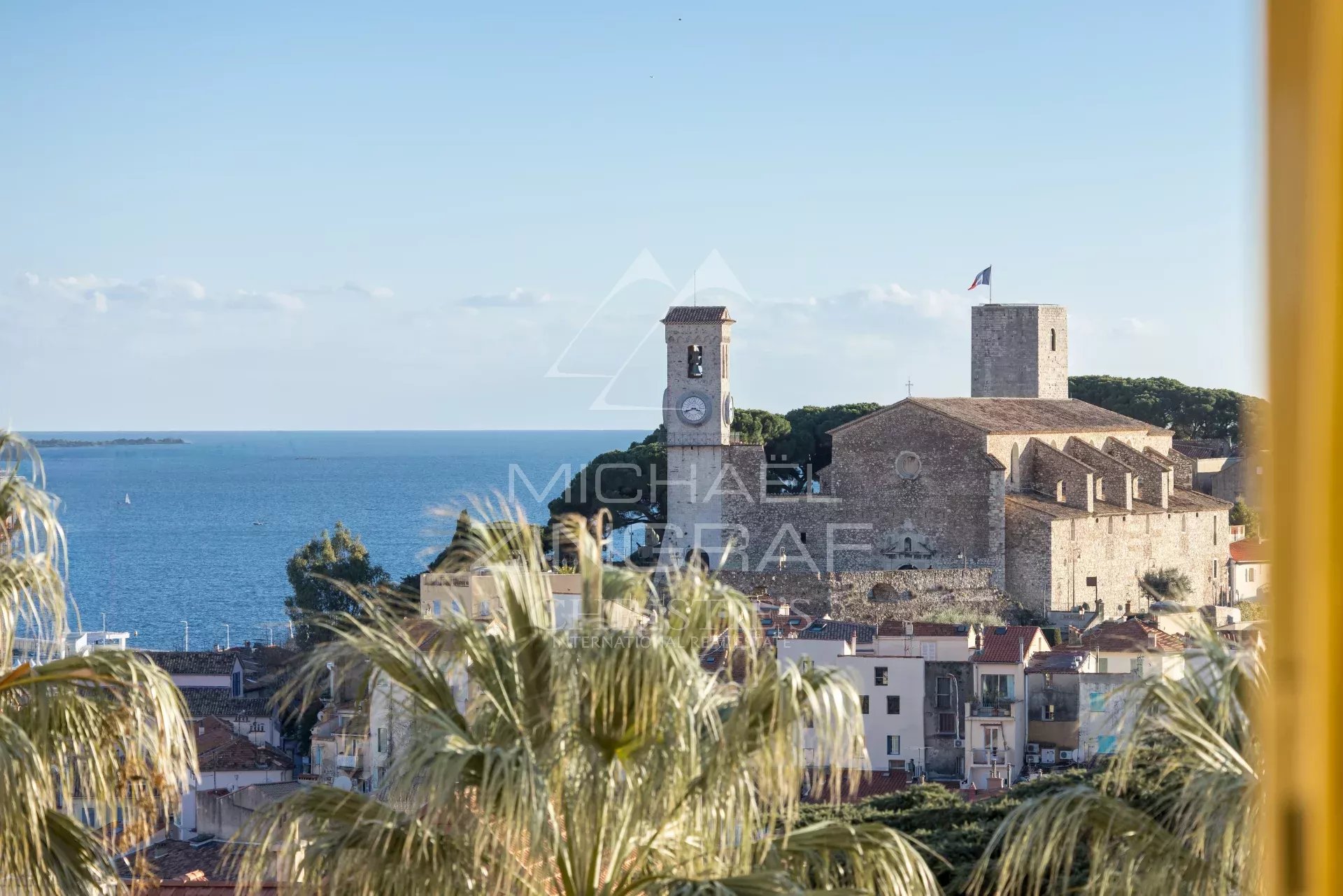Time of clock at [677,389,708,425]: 3:40
